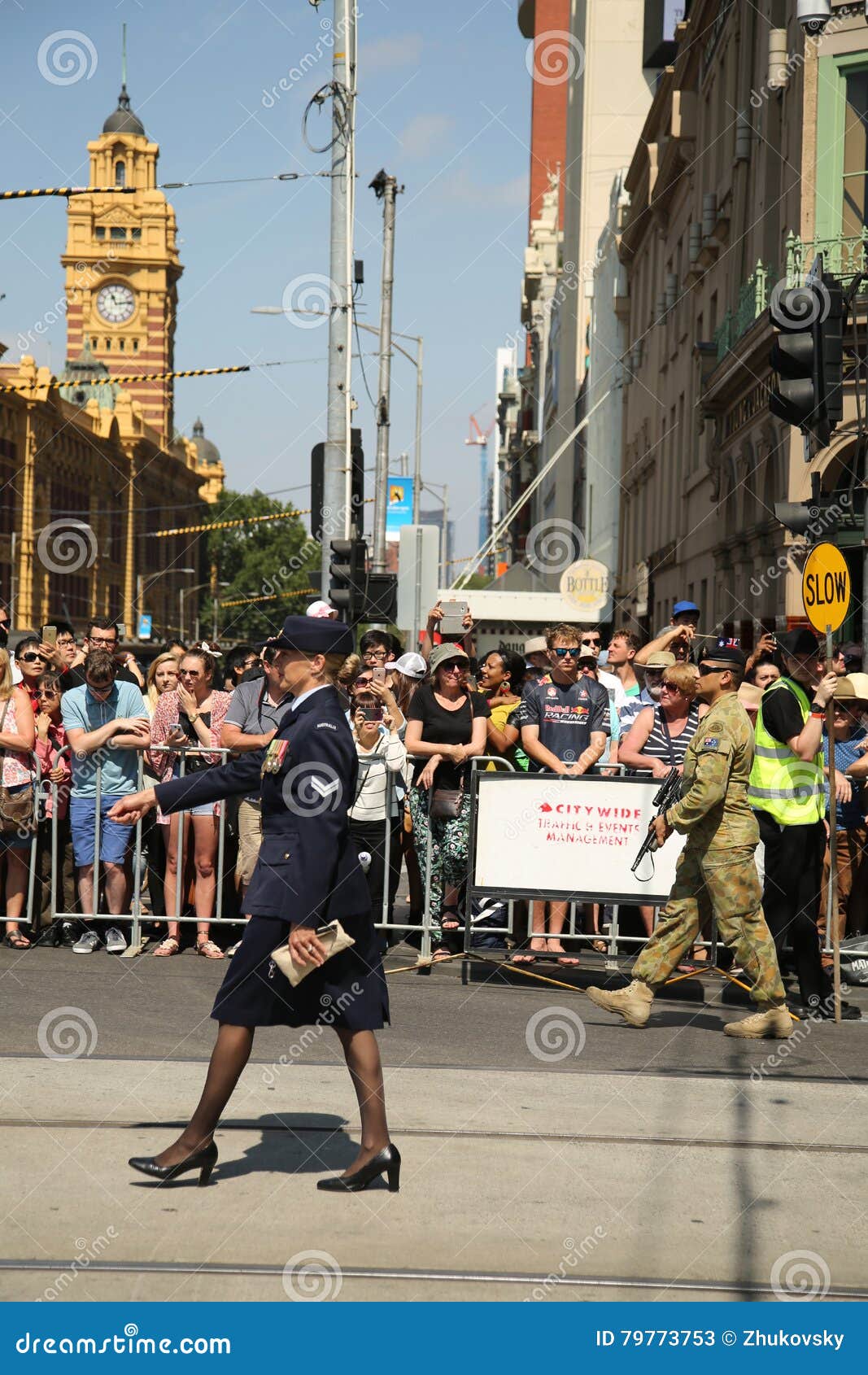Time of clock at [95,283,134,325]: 11:13
